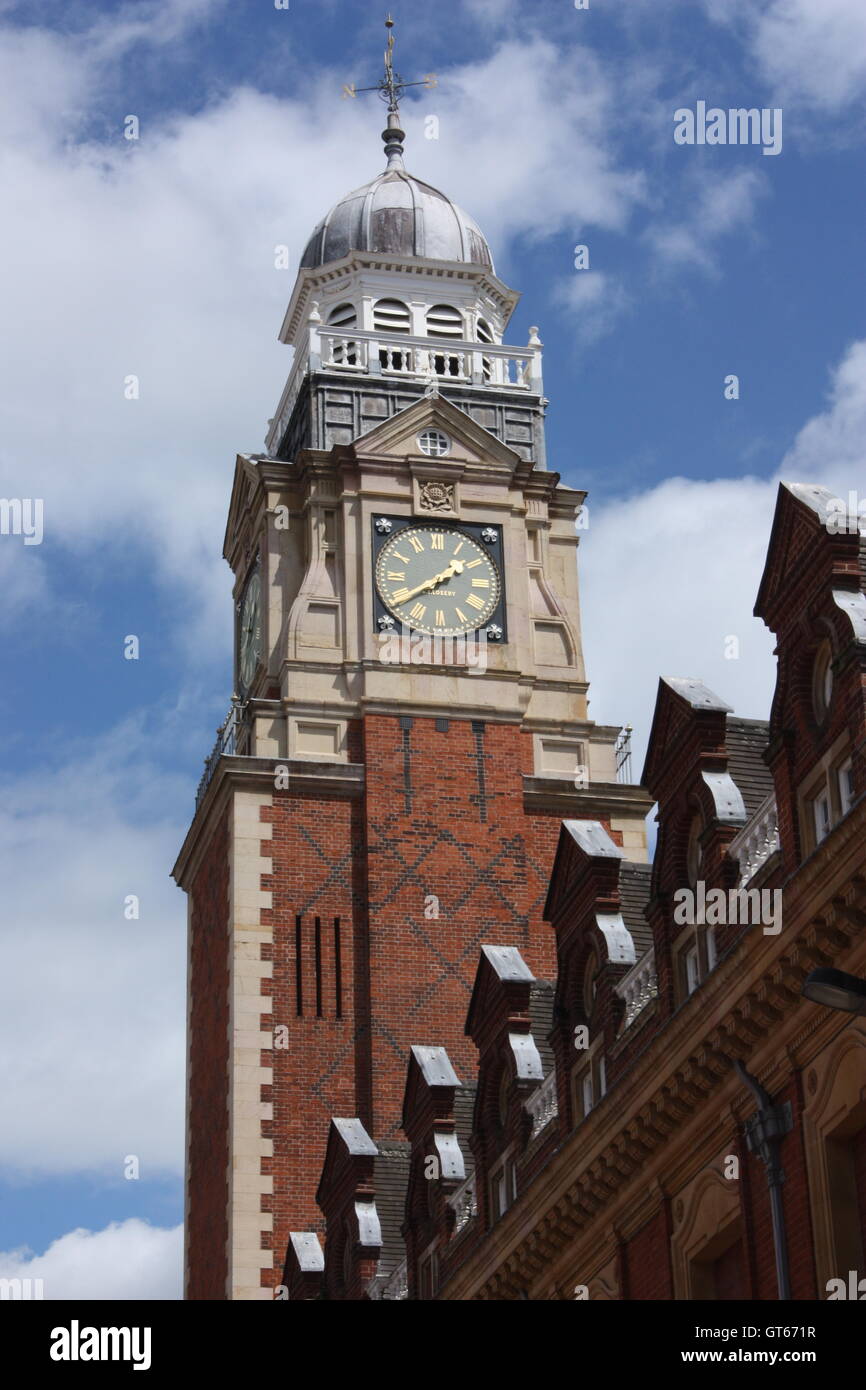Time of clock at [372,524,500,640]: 1:39
